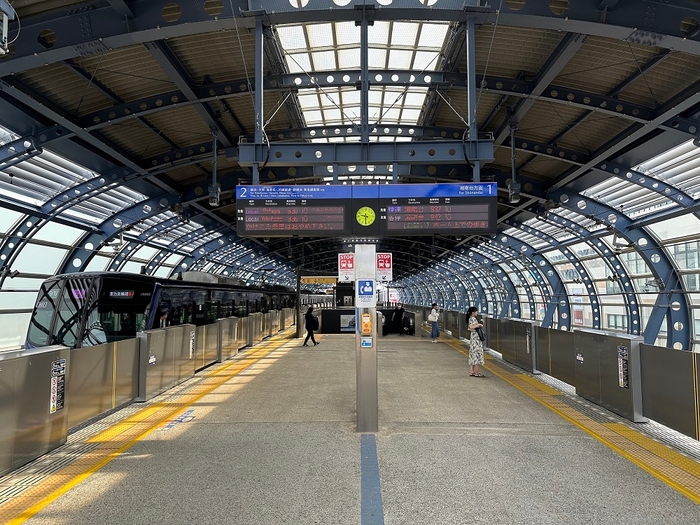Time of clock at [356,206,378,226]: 9:30
